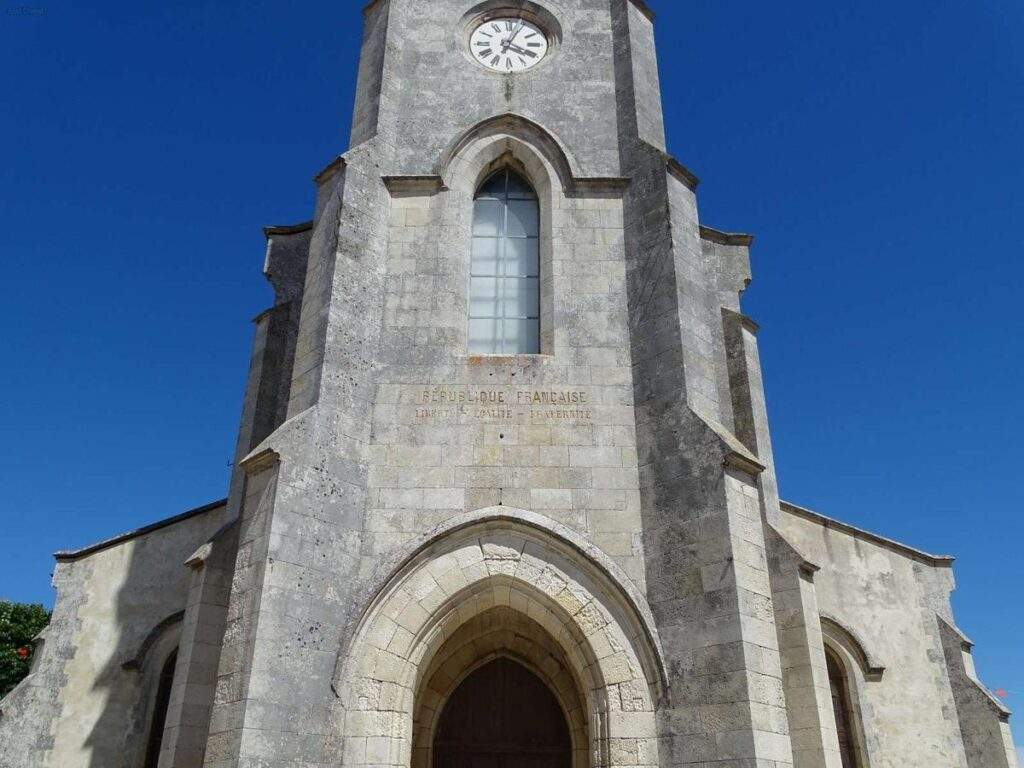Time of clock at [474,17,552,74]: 4:04
